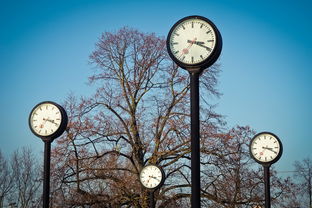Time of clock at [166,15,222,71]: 3:19
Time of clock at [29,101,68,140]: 3:18
